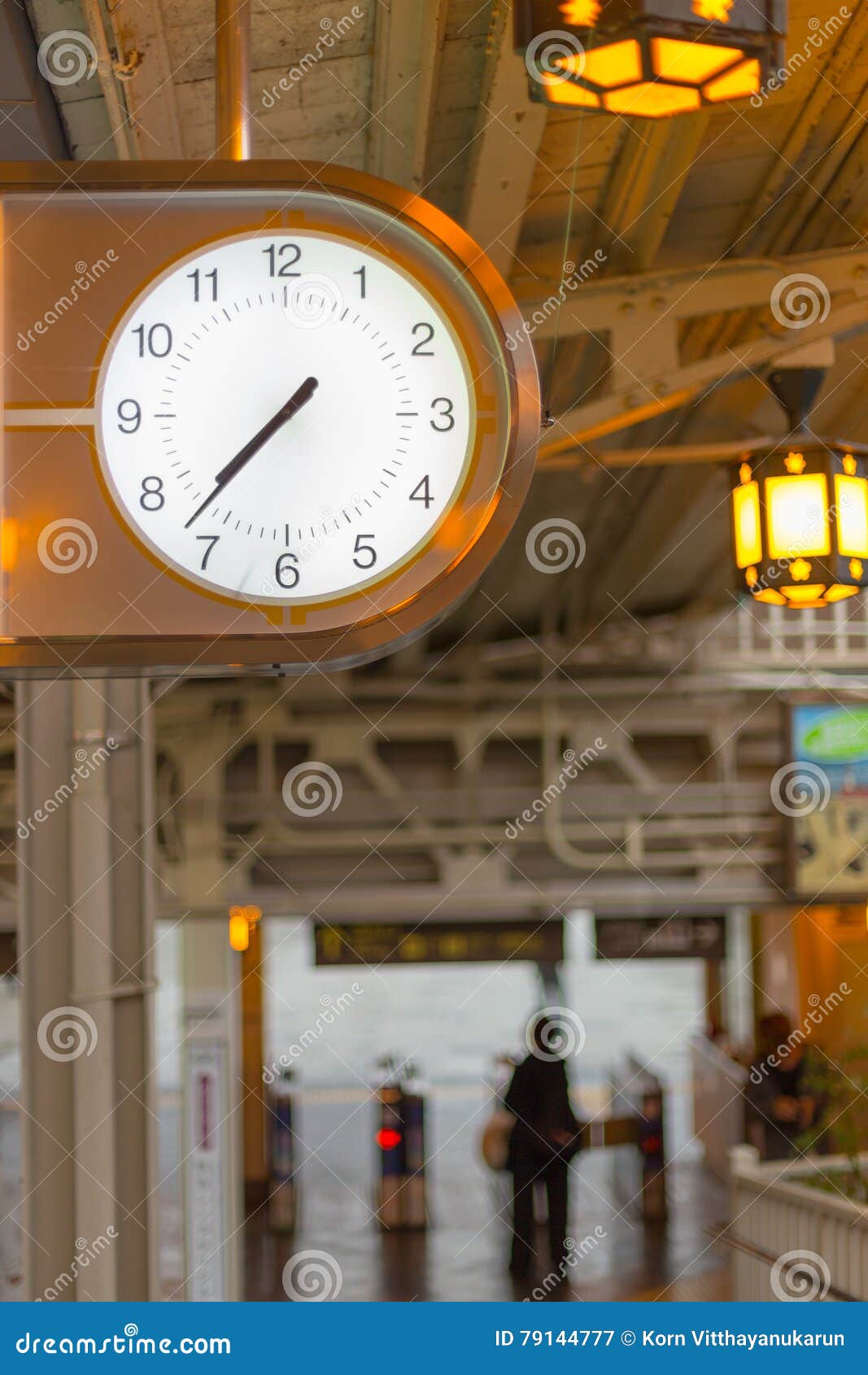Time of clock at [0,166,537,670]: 7:37
